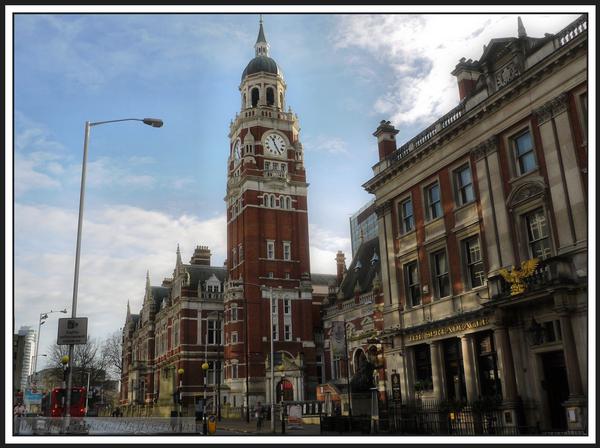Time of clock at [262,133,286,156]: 11:25
